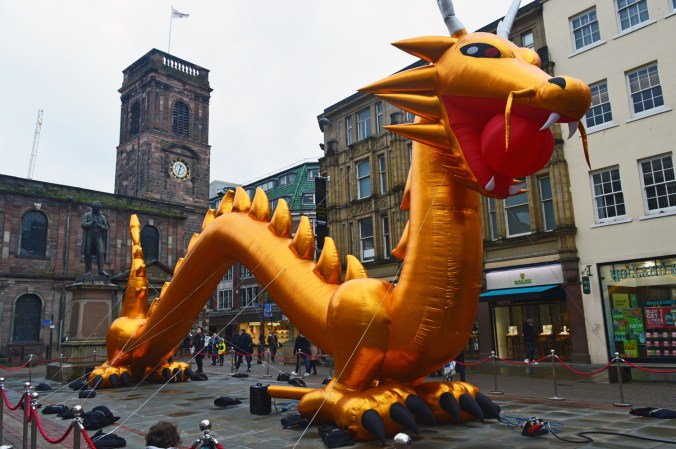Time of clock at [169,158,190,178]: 12:32
